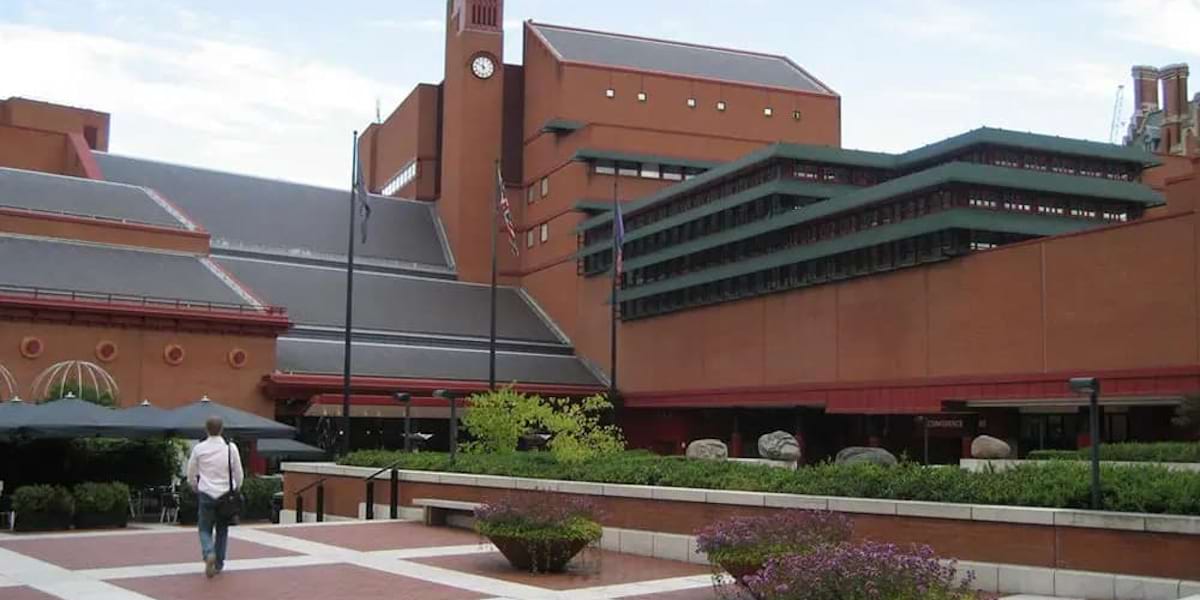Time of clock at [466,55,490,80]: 11:50
